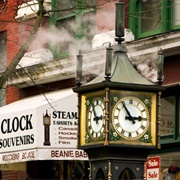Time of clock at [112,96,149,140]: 2:54
